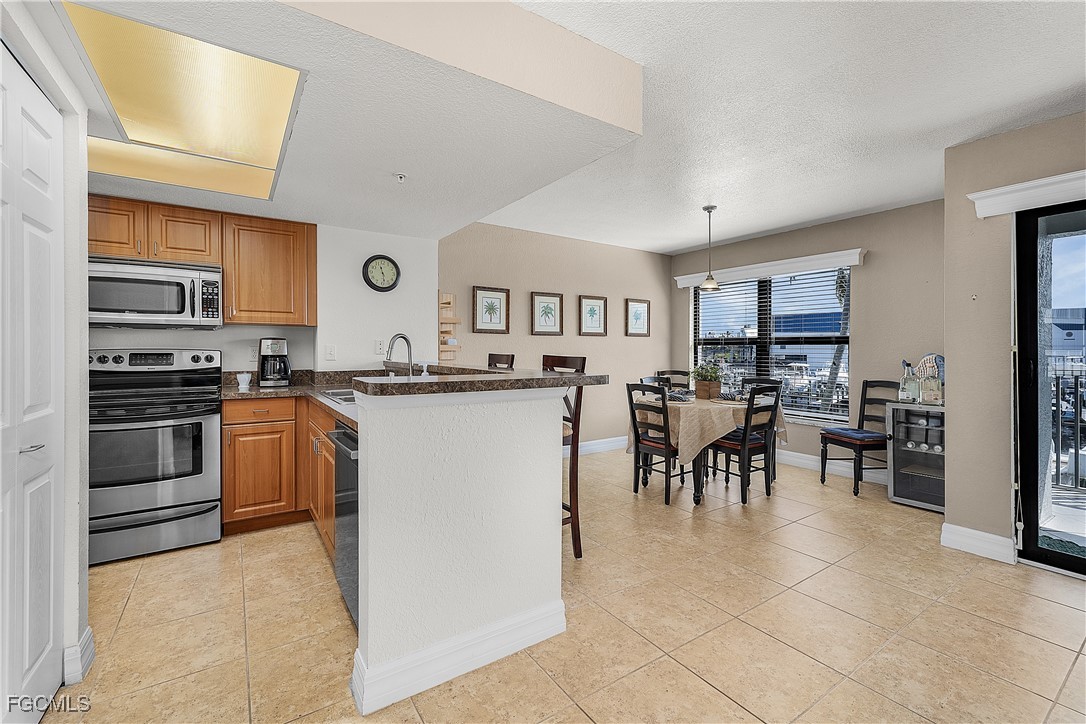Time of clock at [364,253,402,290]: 11:28
